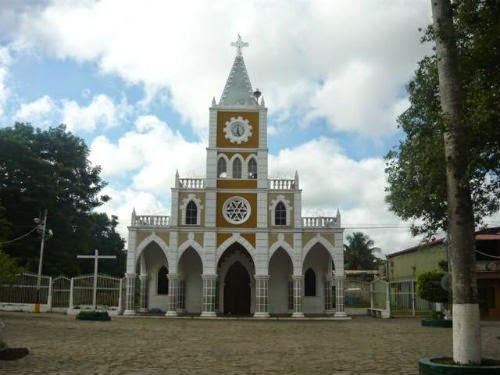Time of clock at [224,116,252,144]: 5:01
